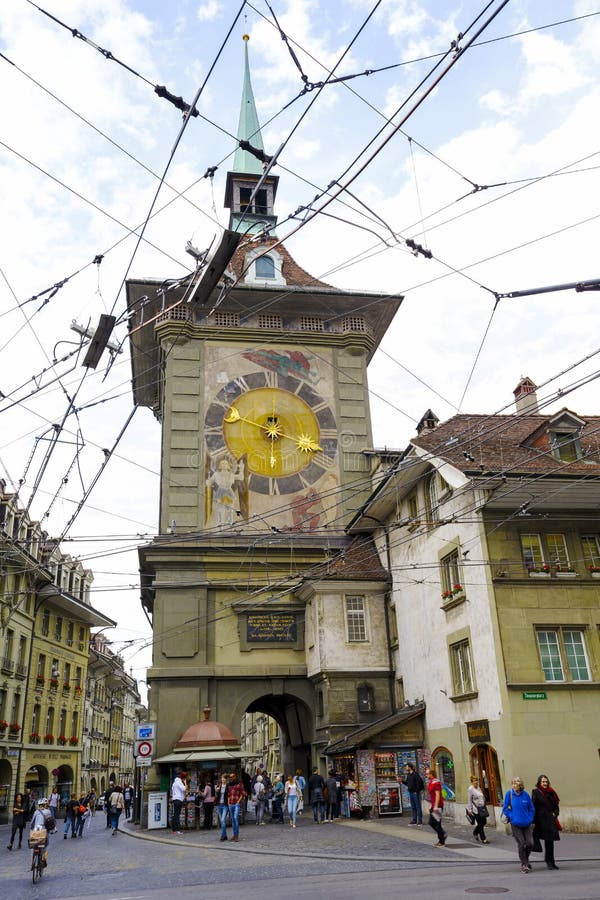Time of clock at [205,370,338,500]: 3:48
